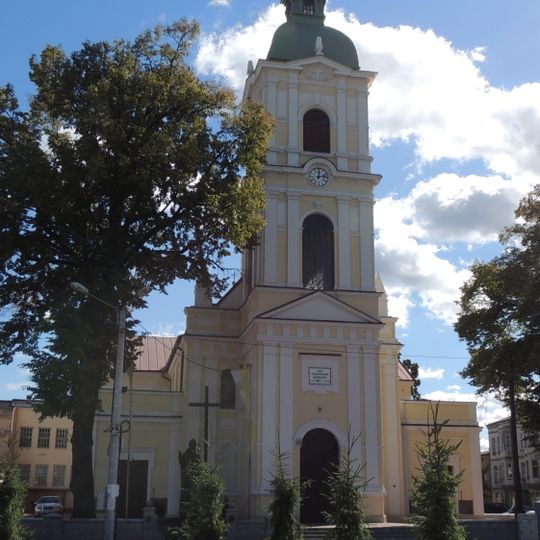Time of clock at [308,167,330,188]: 12:13
